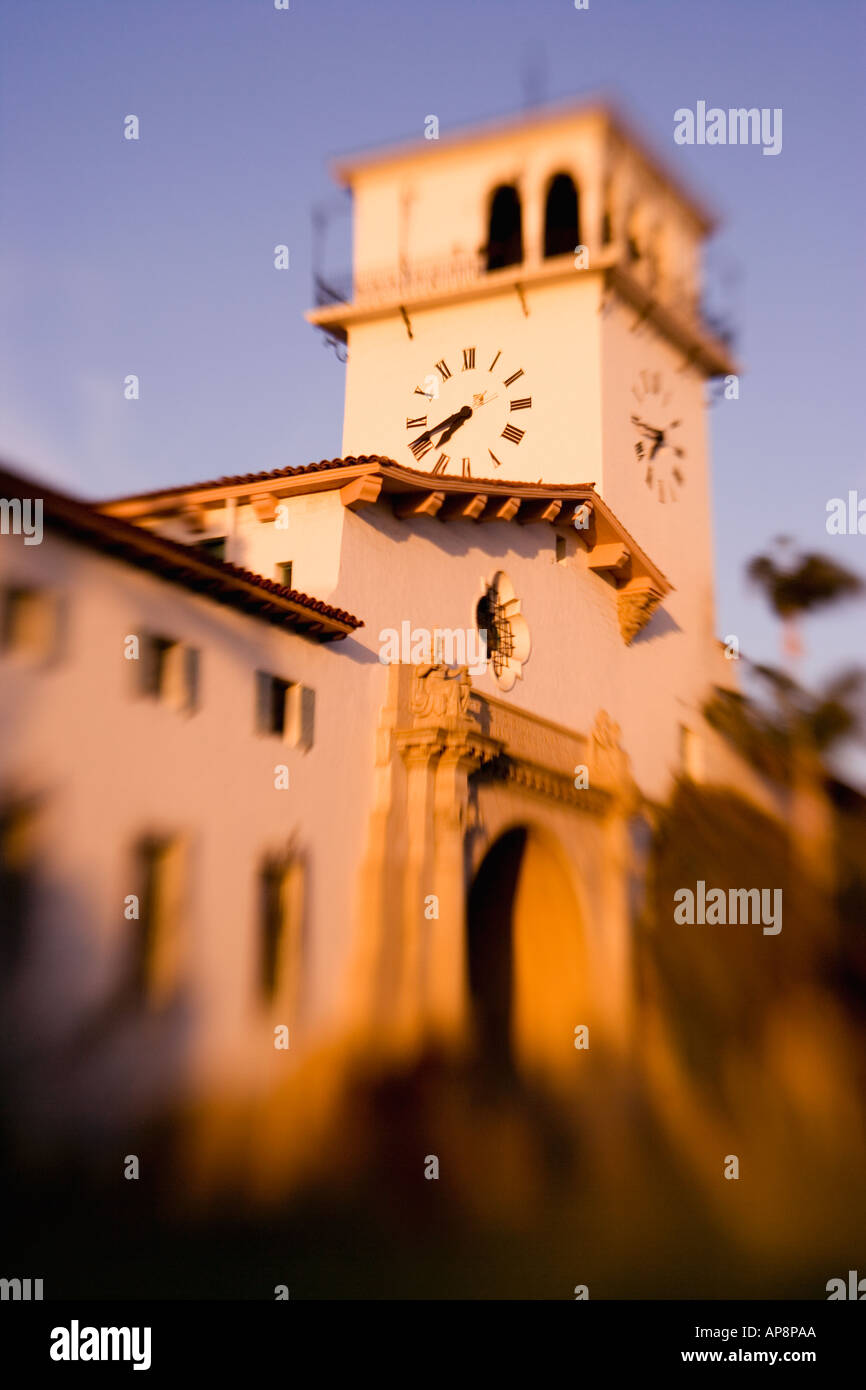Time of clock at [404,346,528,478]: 7:41
